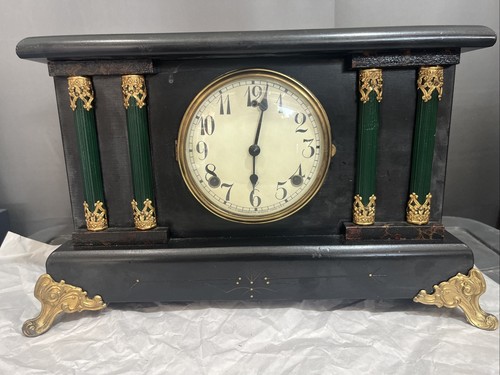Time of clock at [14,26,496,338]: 6:02
